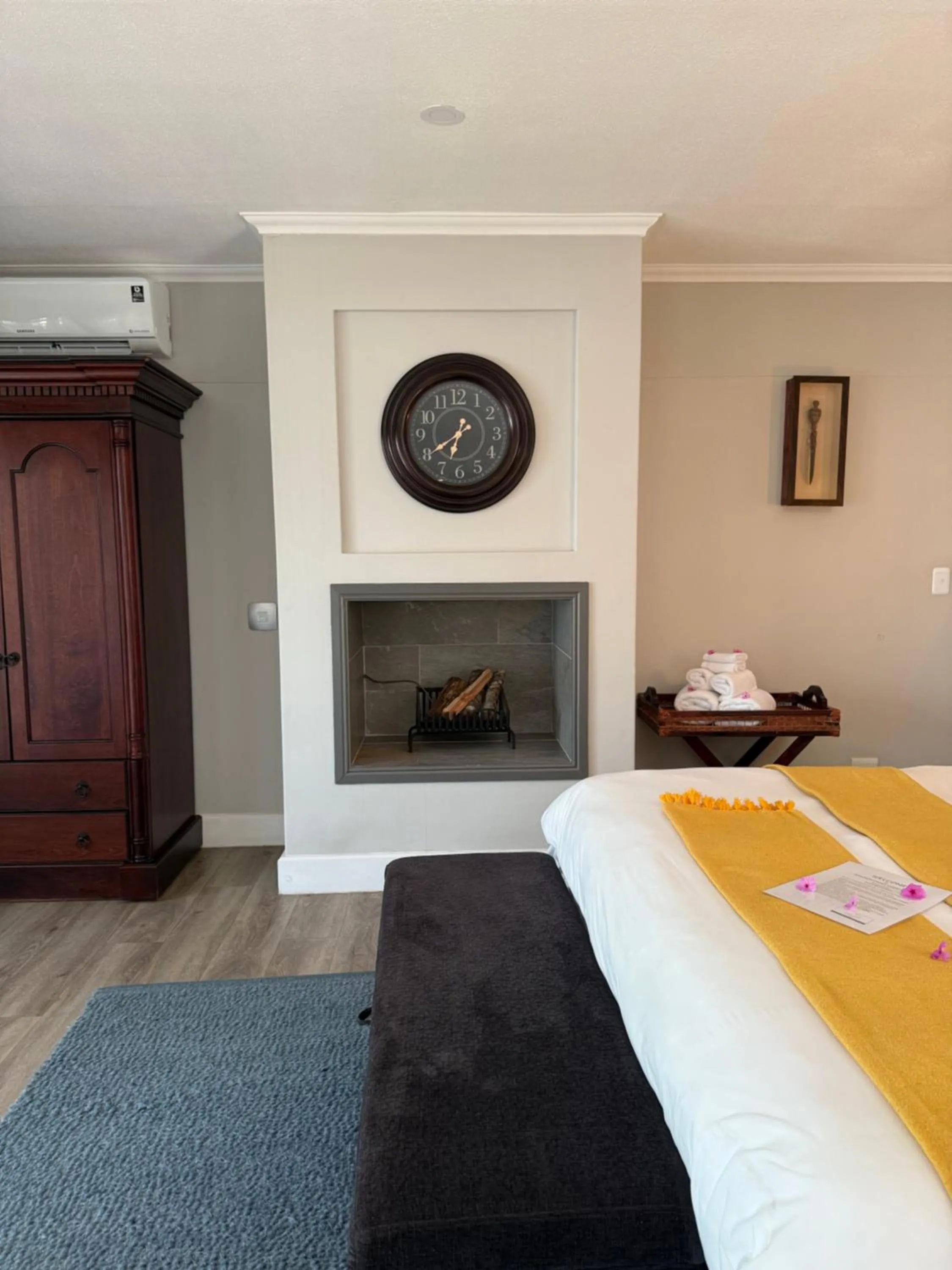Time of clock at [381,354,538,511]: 6:39
